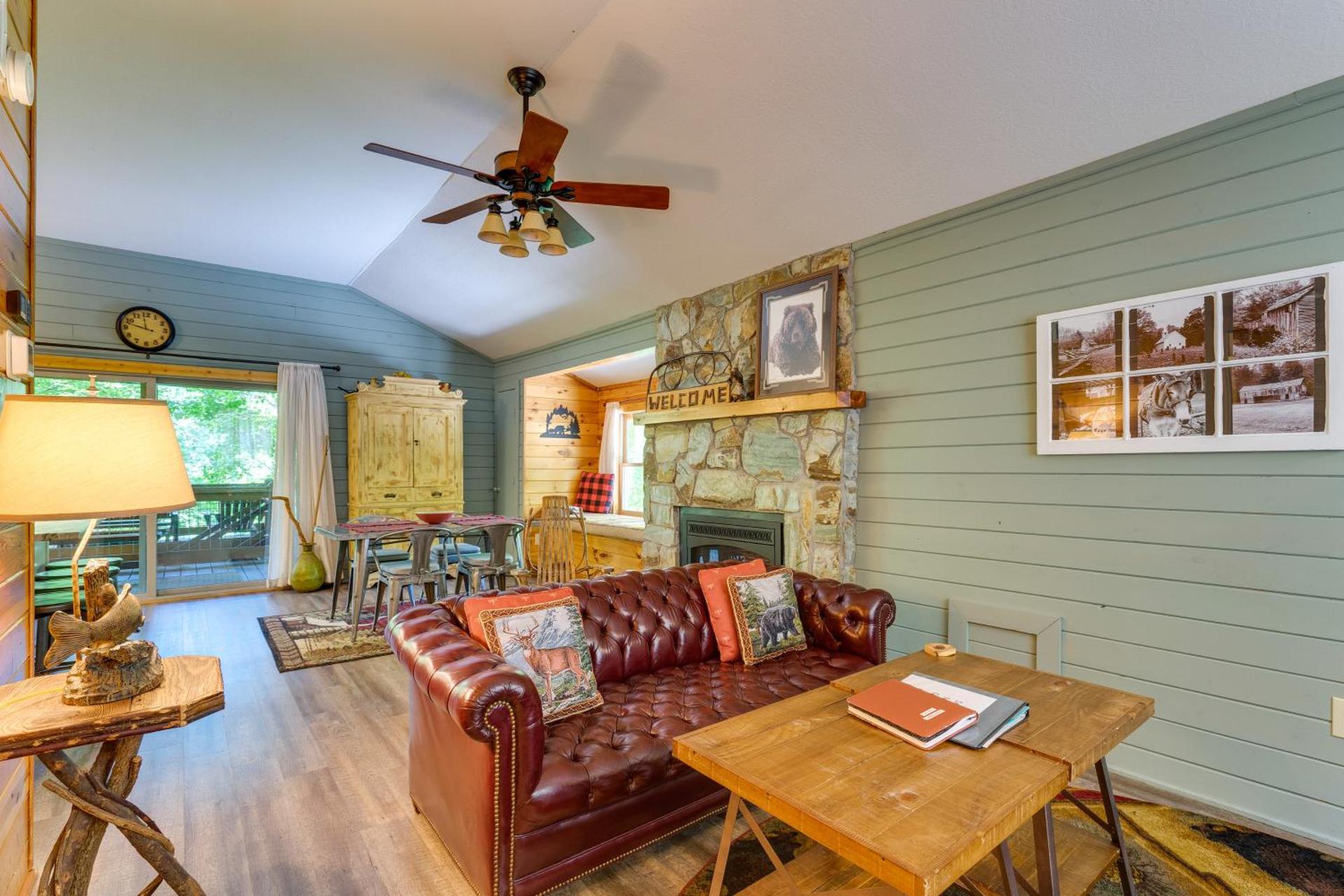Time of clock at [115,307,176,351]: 11:47
